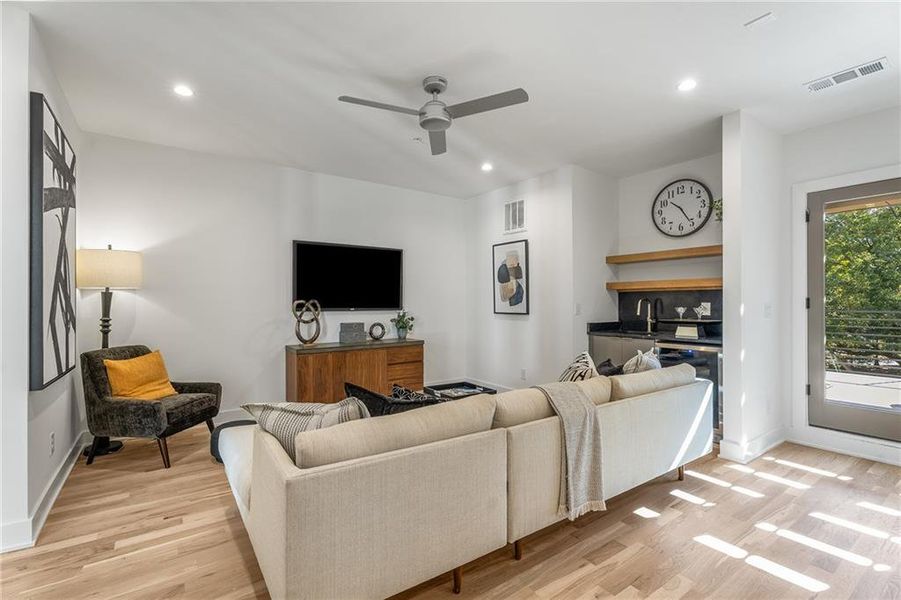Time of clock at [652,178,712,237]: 10:24
